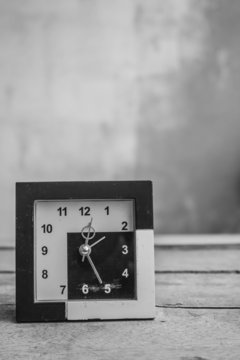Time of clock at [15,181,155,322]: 12:25
